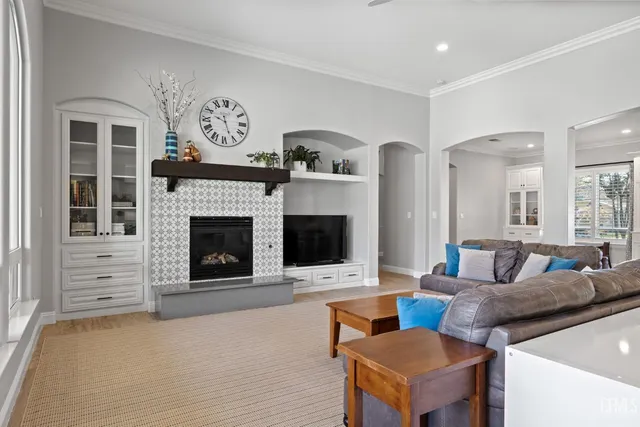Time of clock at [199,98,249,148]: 9:26
